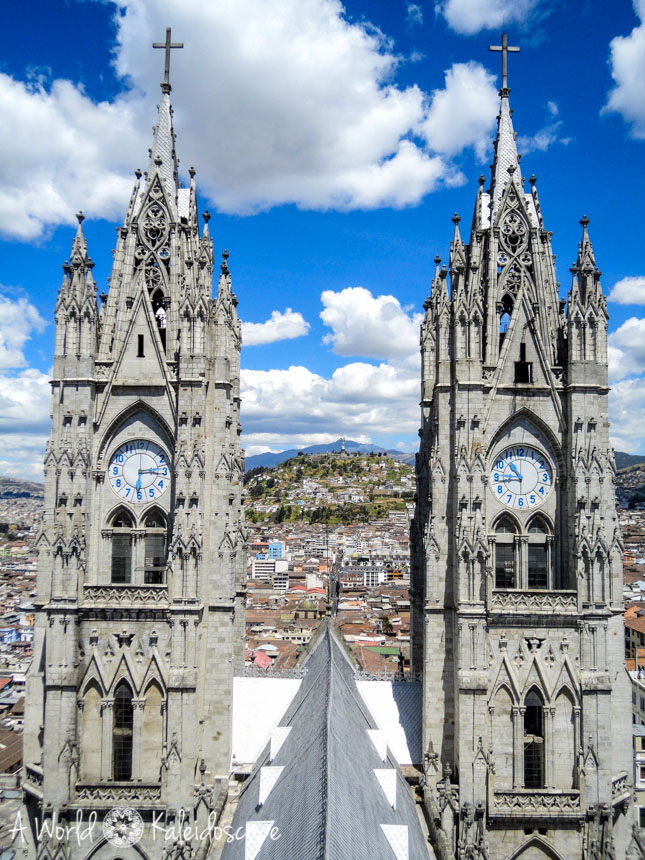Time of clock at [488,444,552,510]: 10:43
